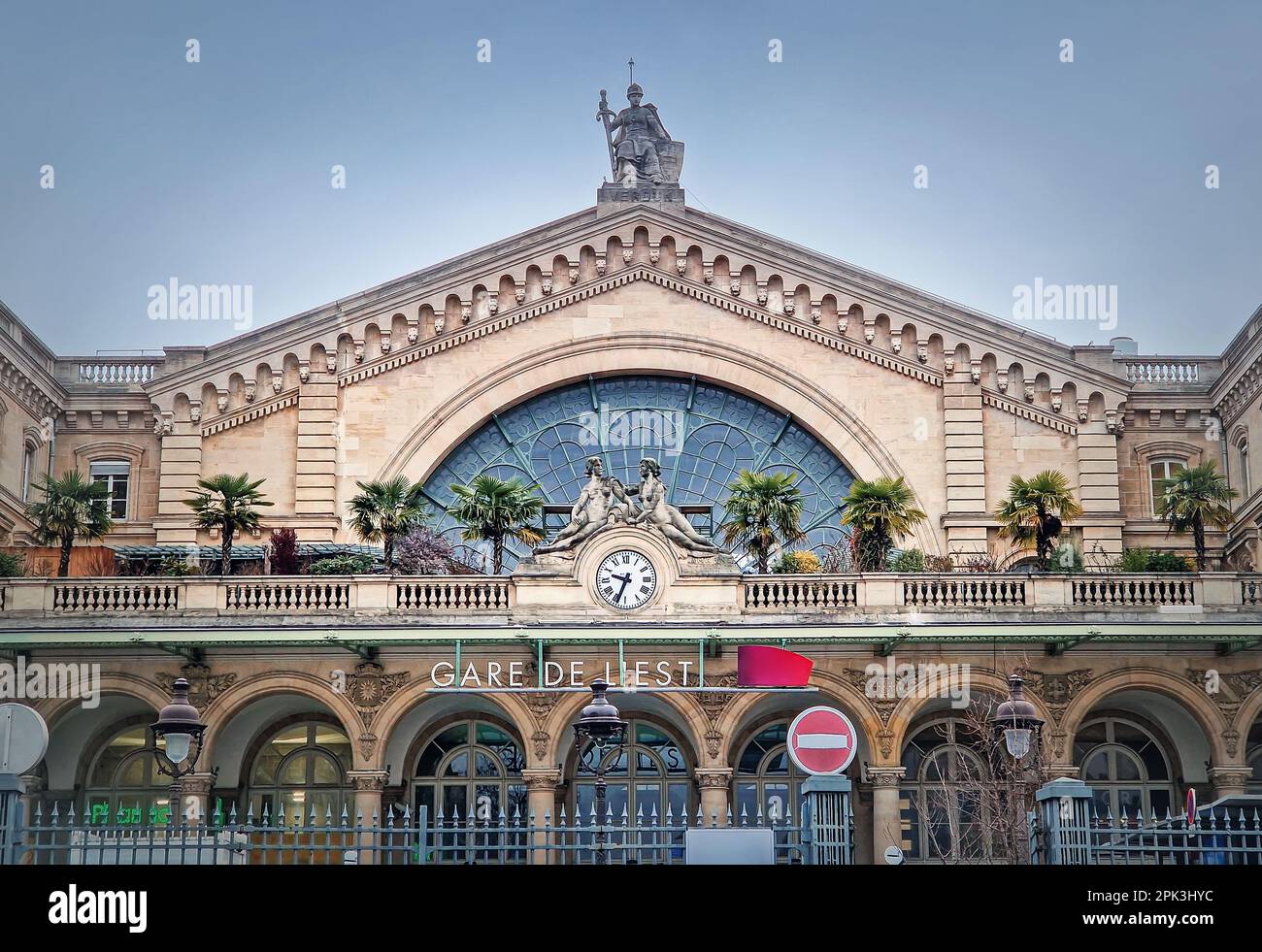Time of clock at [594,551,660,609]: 9:33
